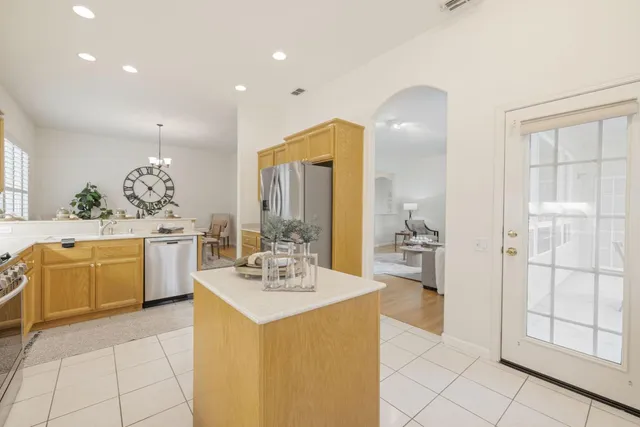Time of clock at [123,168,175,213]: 10:22
